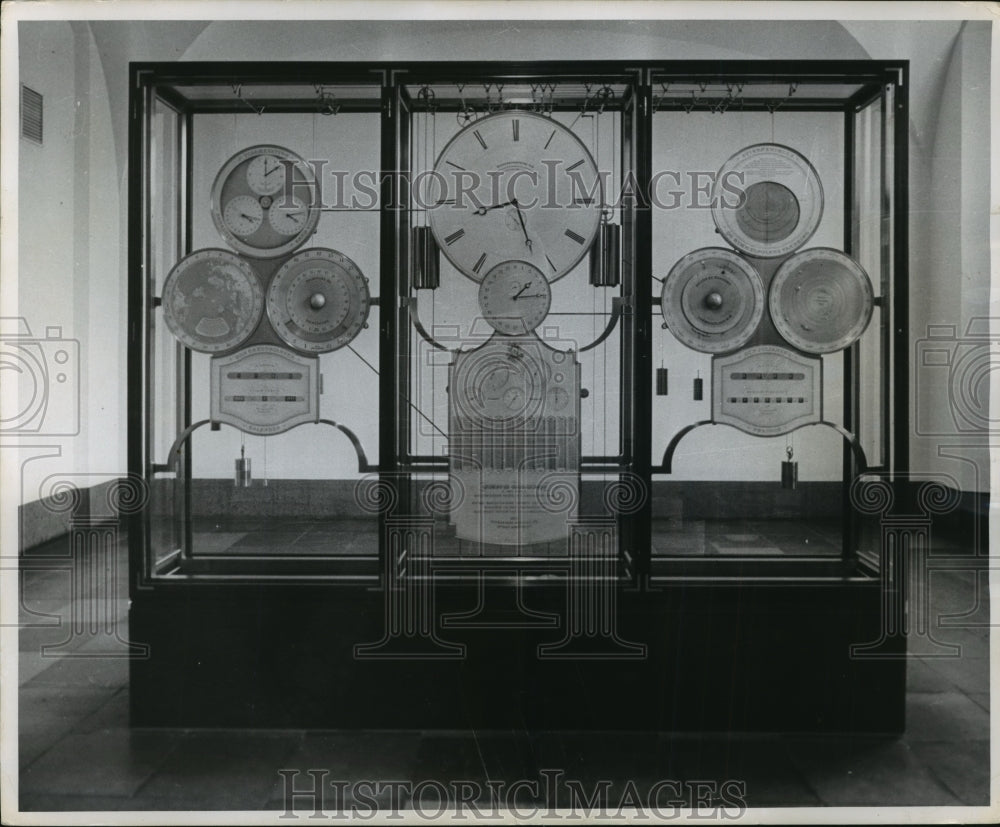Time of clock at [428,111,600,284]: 8:26
